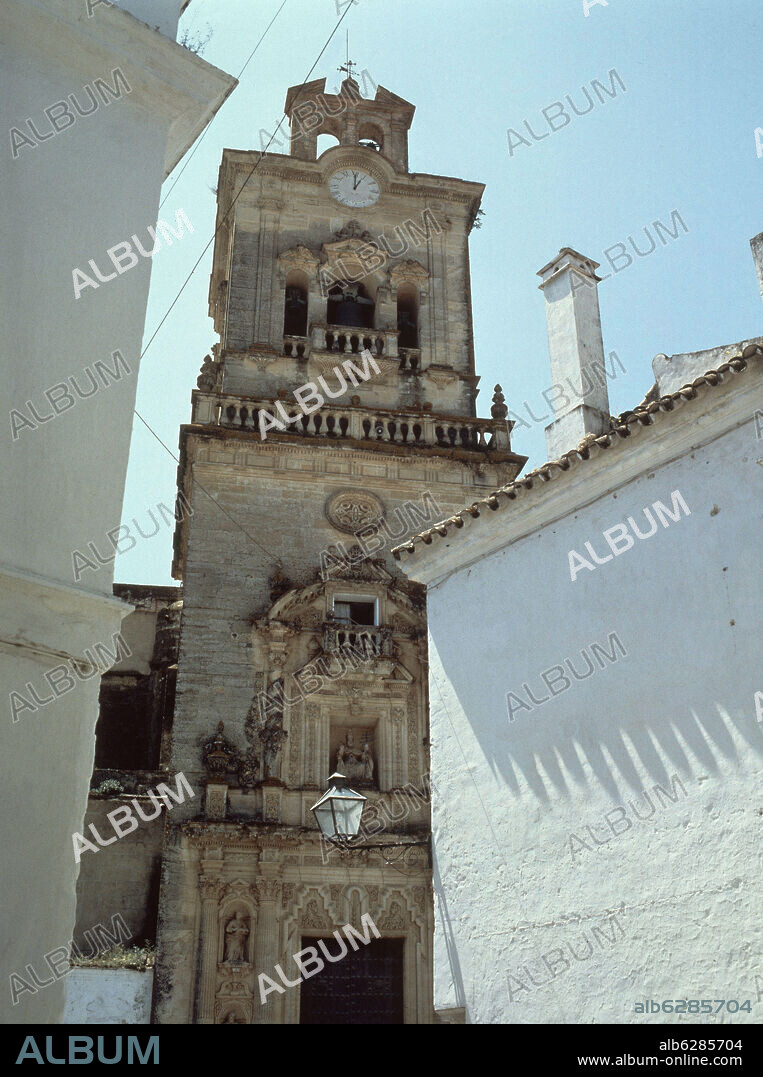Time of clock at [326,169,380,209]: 1:00
